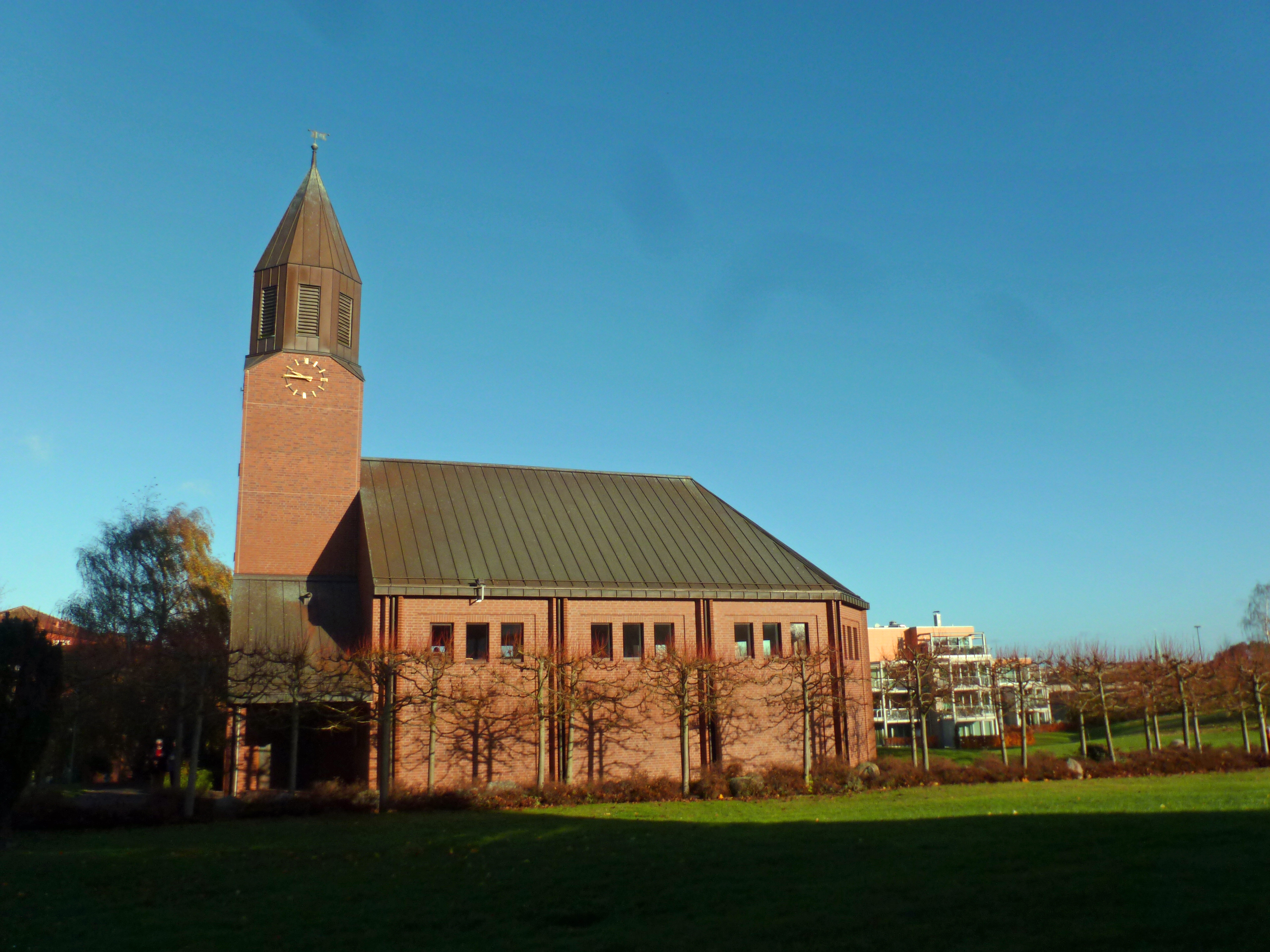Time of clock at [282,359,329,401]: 9:45
